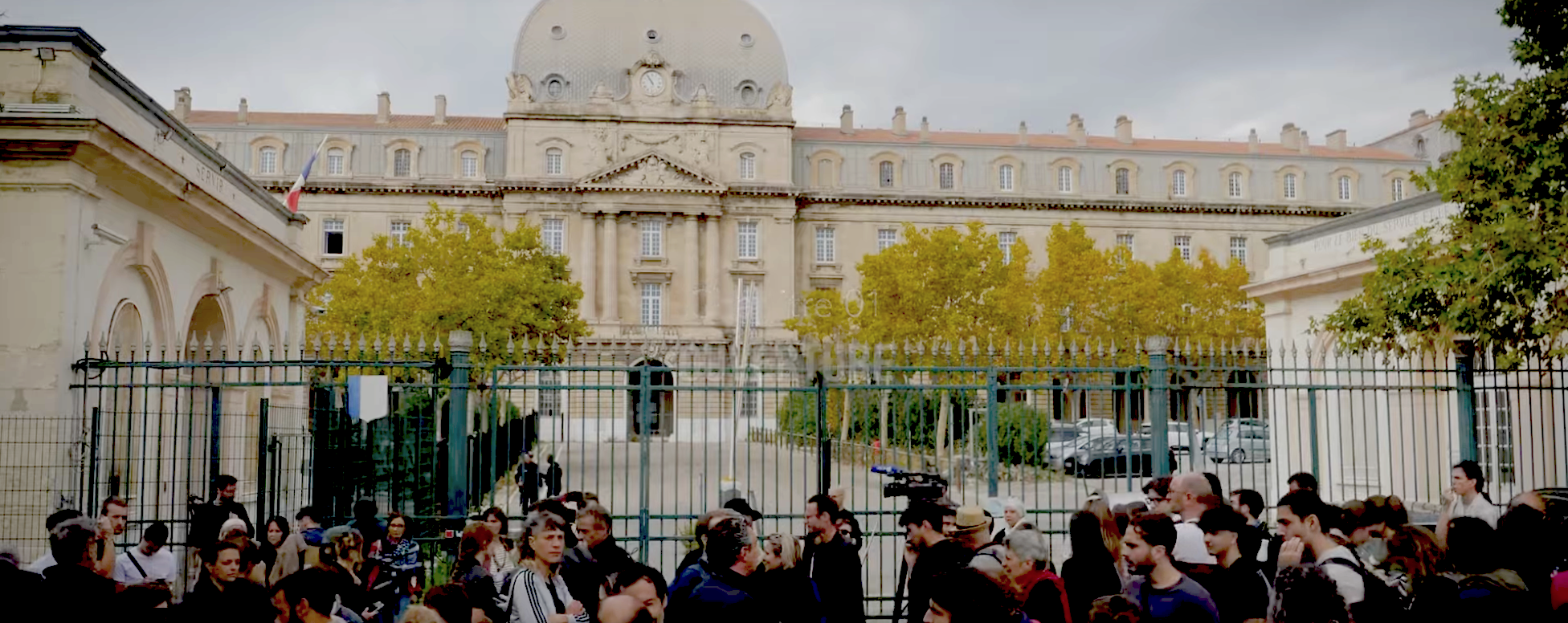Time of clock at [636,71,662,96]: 5:54
